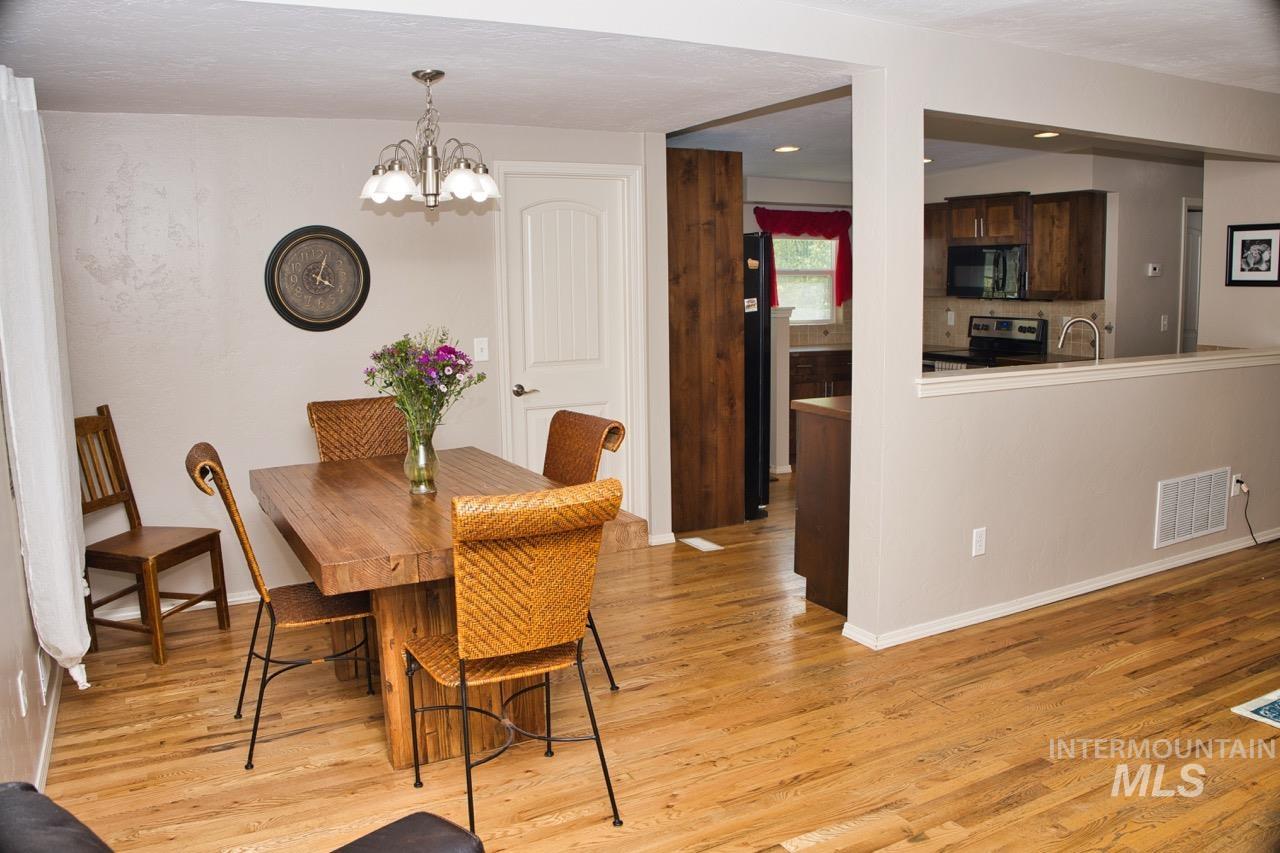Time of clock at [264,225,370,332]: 4:03
